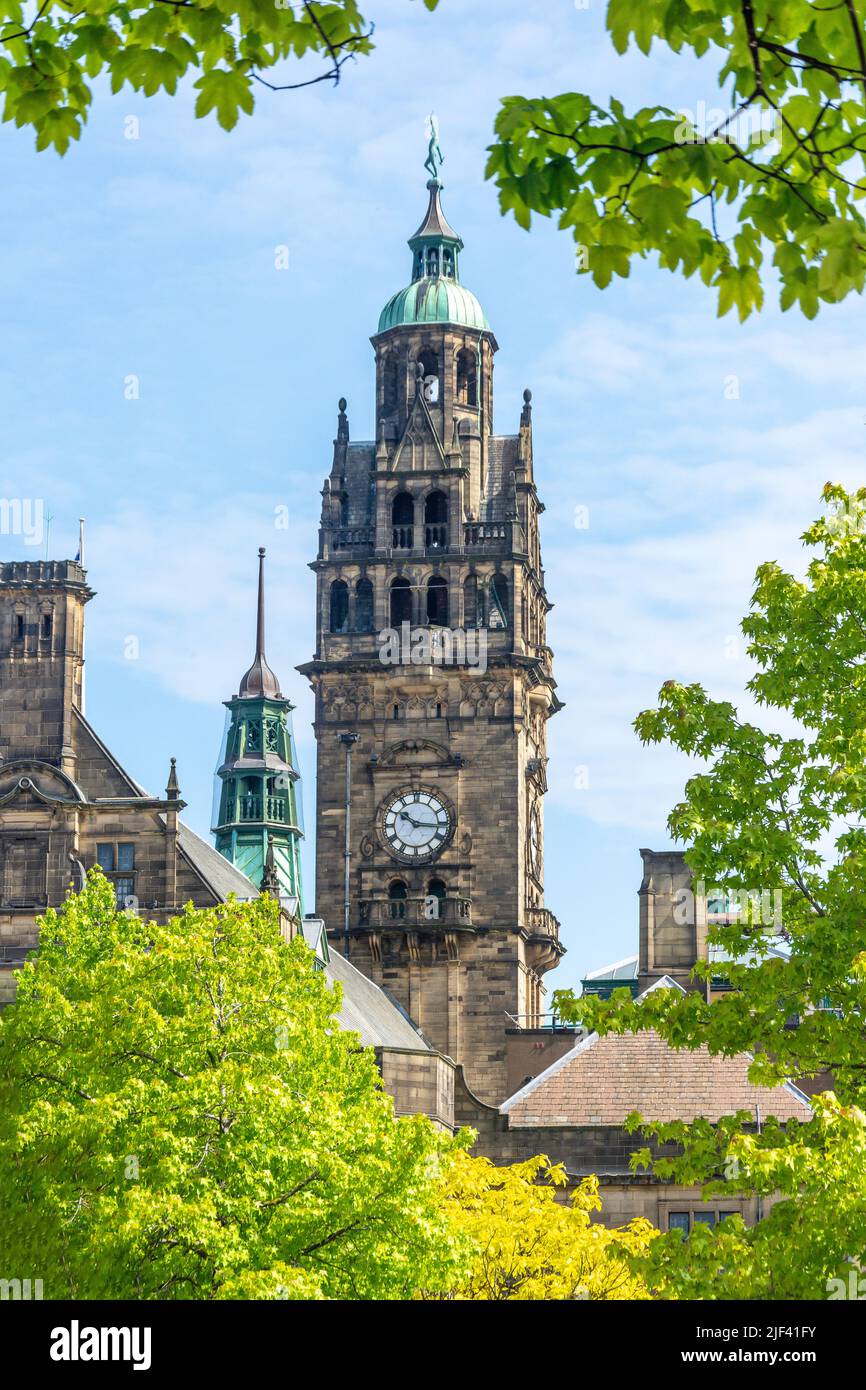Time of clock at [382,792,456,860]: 10:15
